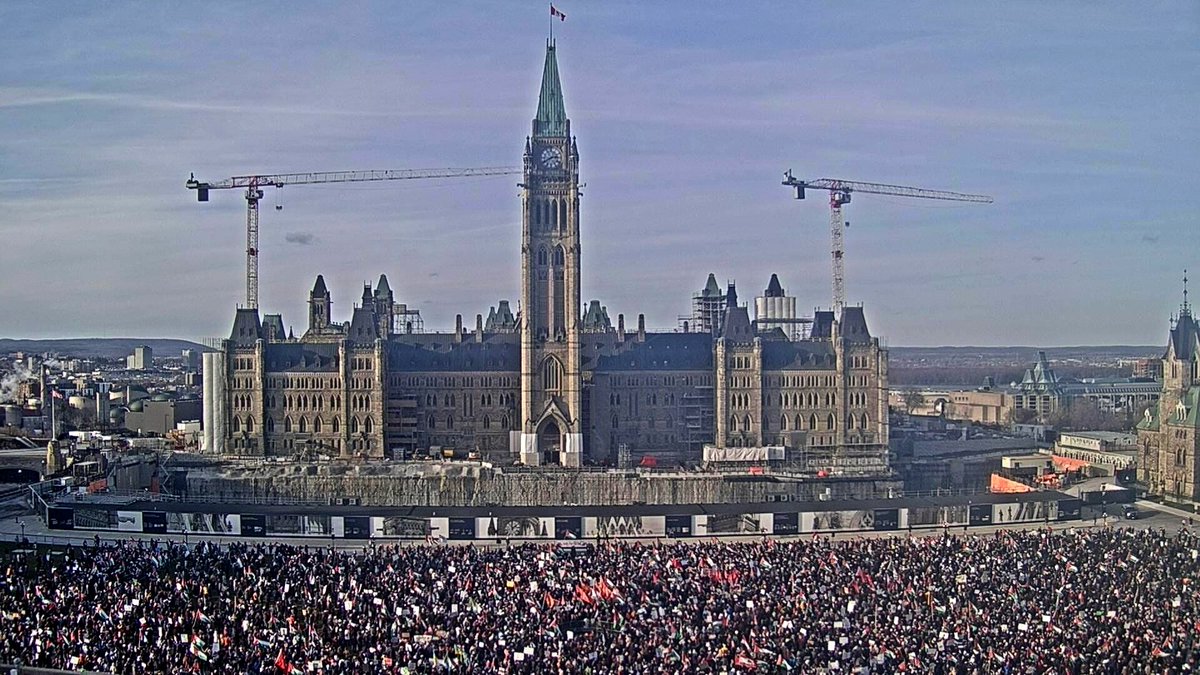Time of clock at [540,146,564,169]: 2:40
